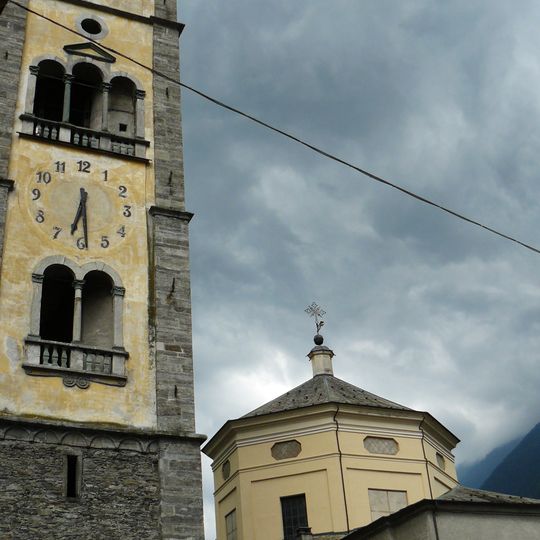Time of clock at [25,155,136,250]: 6:29
